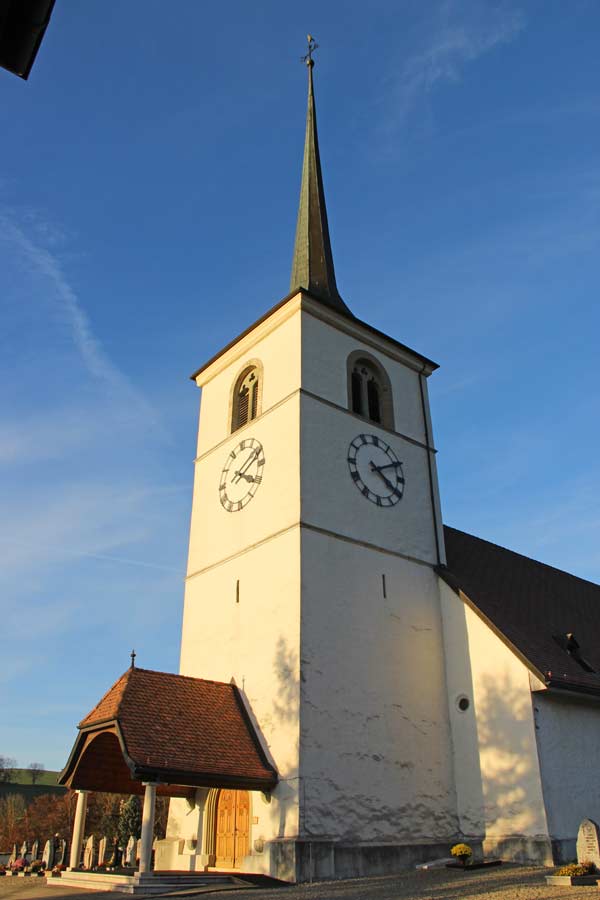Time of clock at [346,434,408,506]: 4:10
